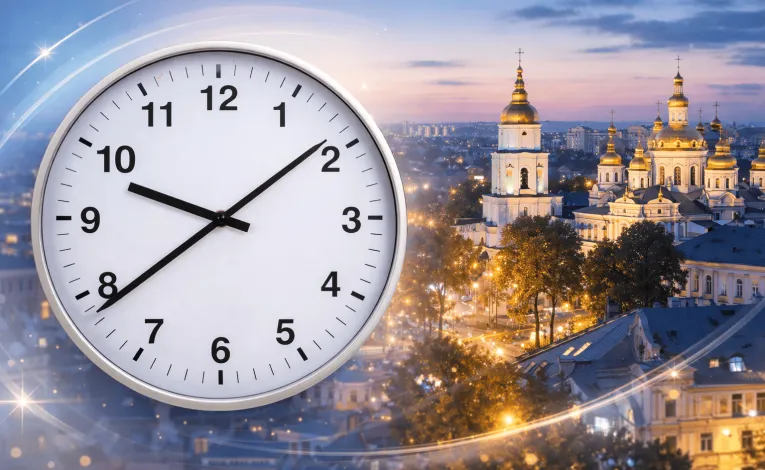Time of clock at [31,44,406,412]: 9:38
